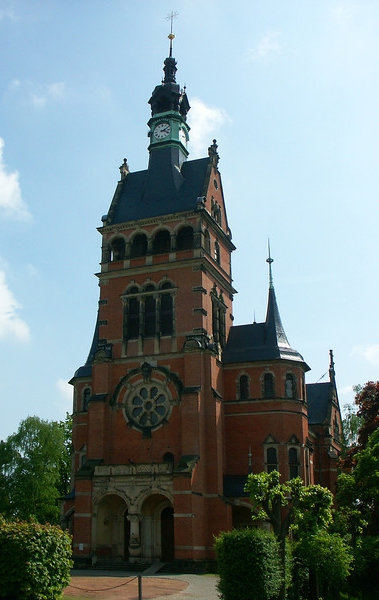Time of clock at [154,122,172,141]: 2:18
